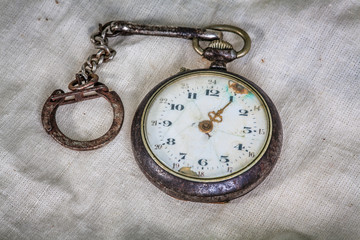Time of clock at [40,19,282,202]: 1:05
